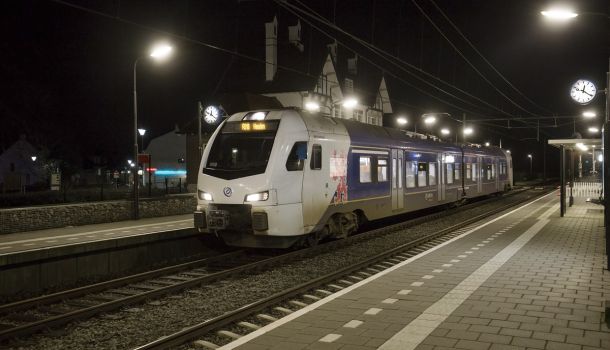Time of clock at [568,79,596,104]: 12:20
